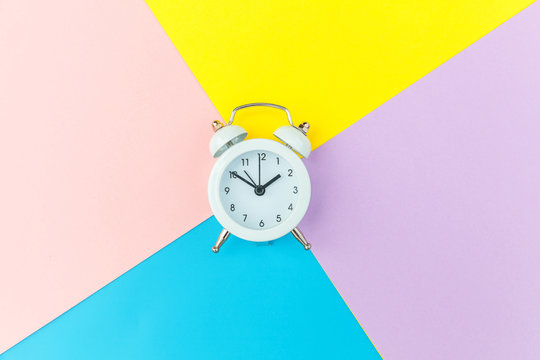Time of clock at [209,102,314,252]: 1:50
